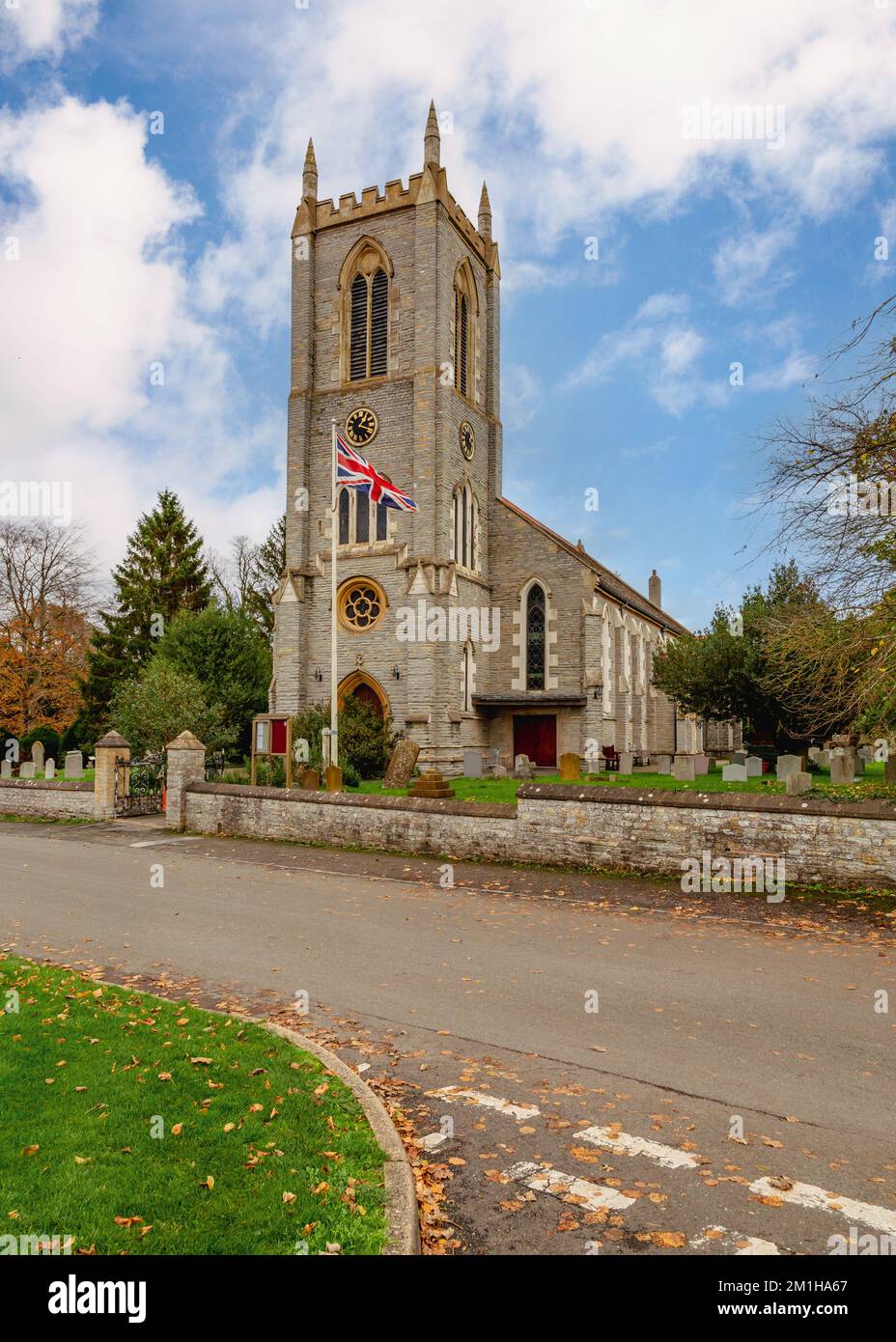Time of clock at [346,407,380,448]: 1:18
